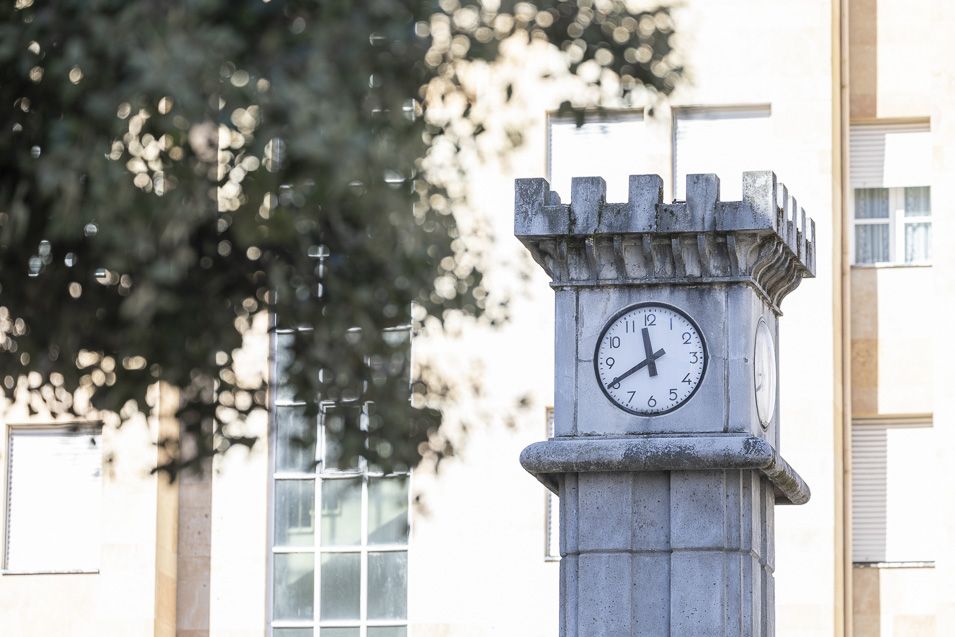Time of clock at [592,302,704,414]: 11:40
